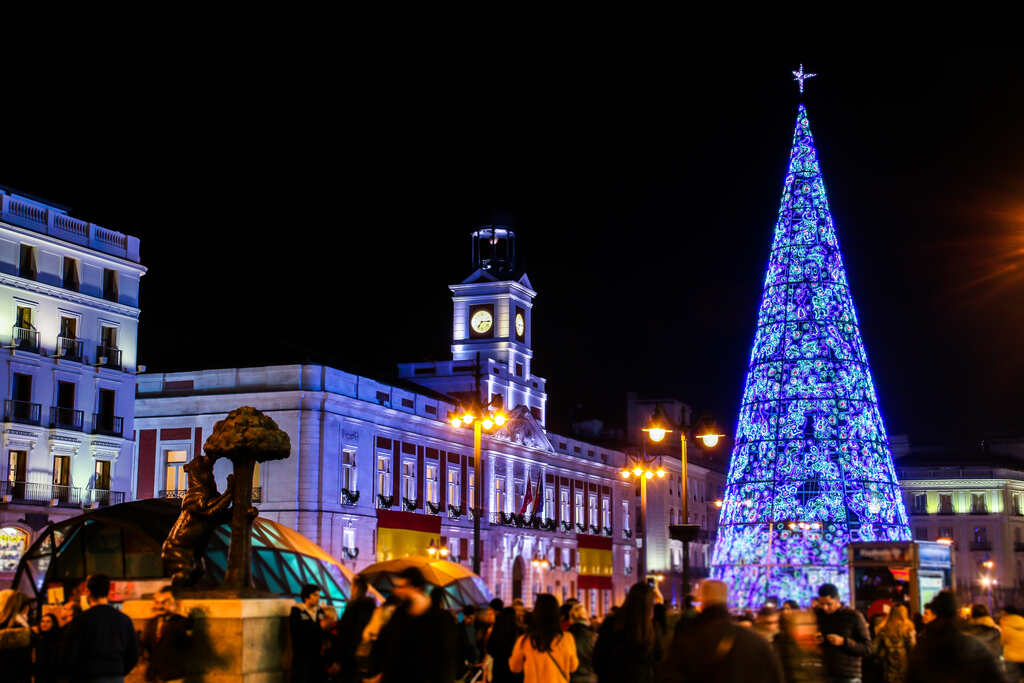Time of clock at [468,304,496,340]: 7:15
